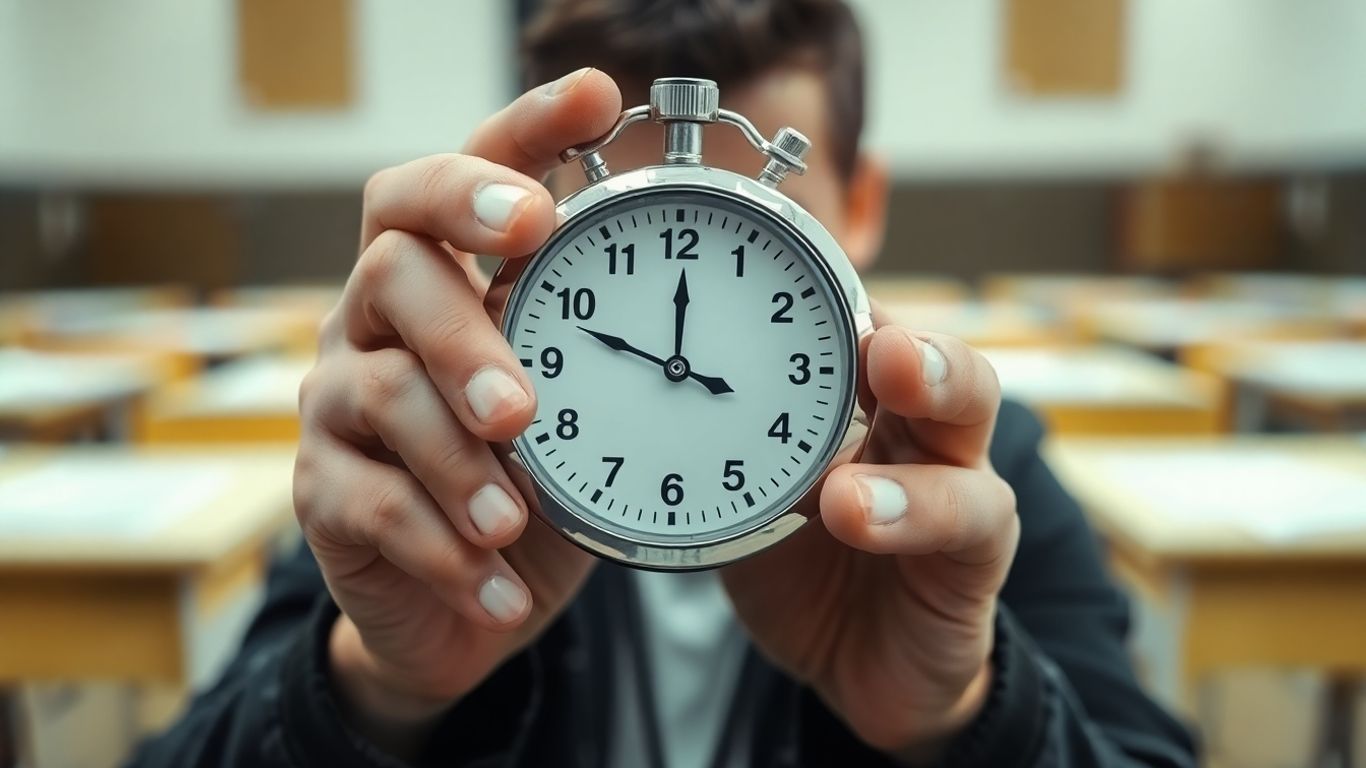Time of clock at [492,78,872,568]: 11:48
